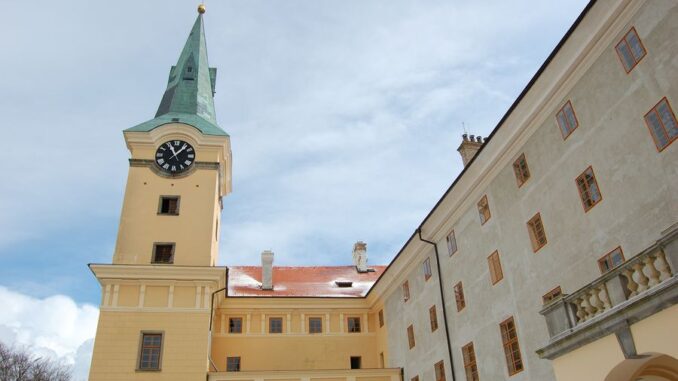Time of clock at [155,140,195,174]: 11:07
